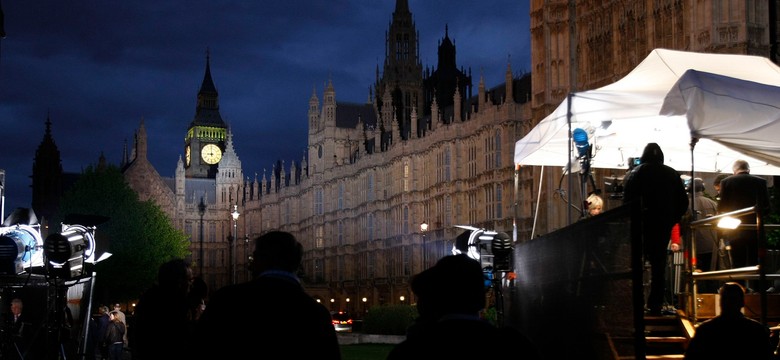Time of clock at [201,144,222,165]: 8:59
